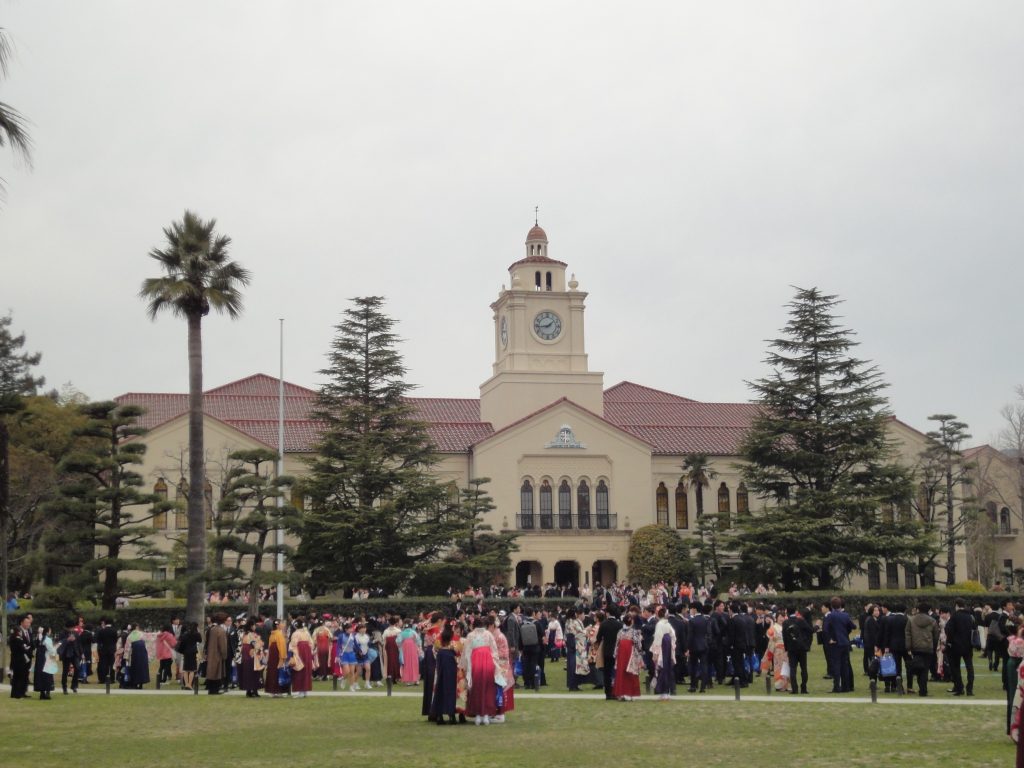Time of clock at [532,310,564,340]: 1:43
